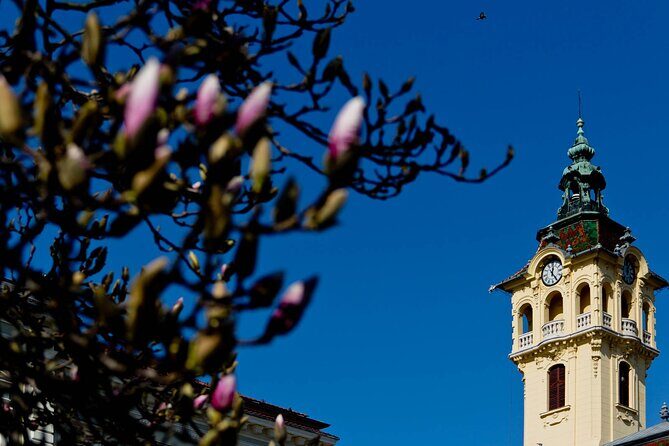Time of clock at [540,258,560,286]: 12:24
